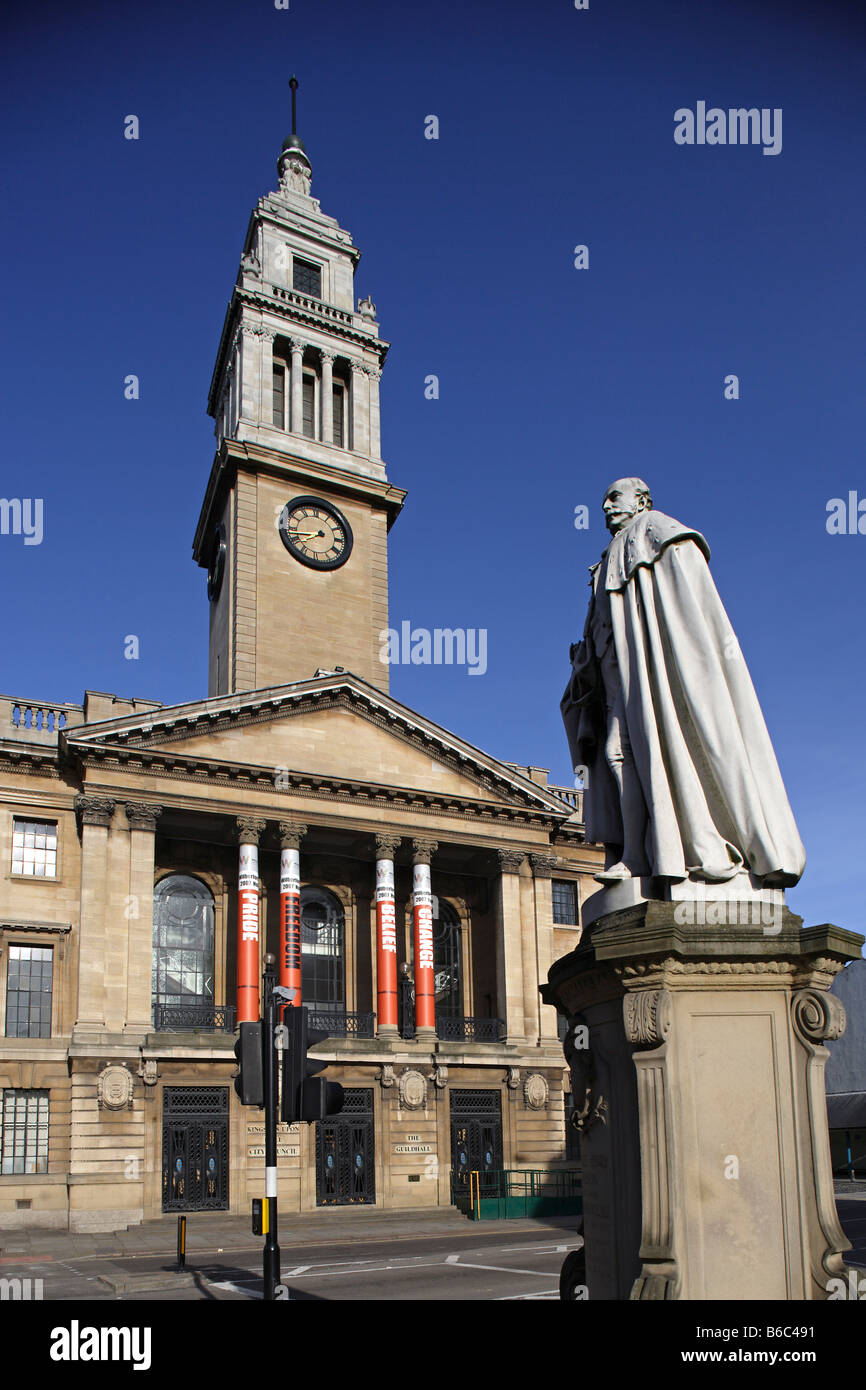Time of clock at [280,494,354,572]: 7:42
